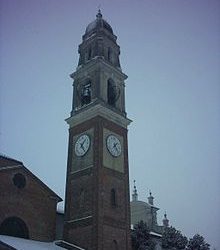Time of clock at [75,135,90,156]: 1:24
